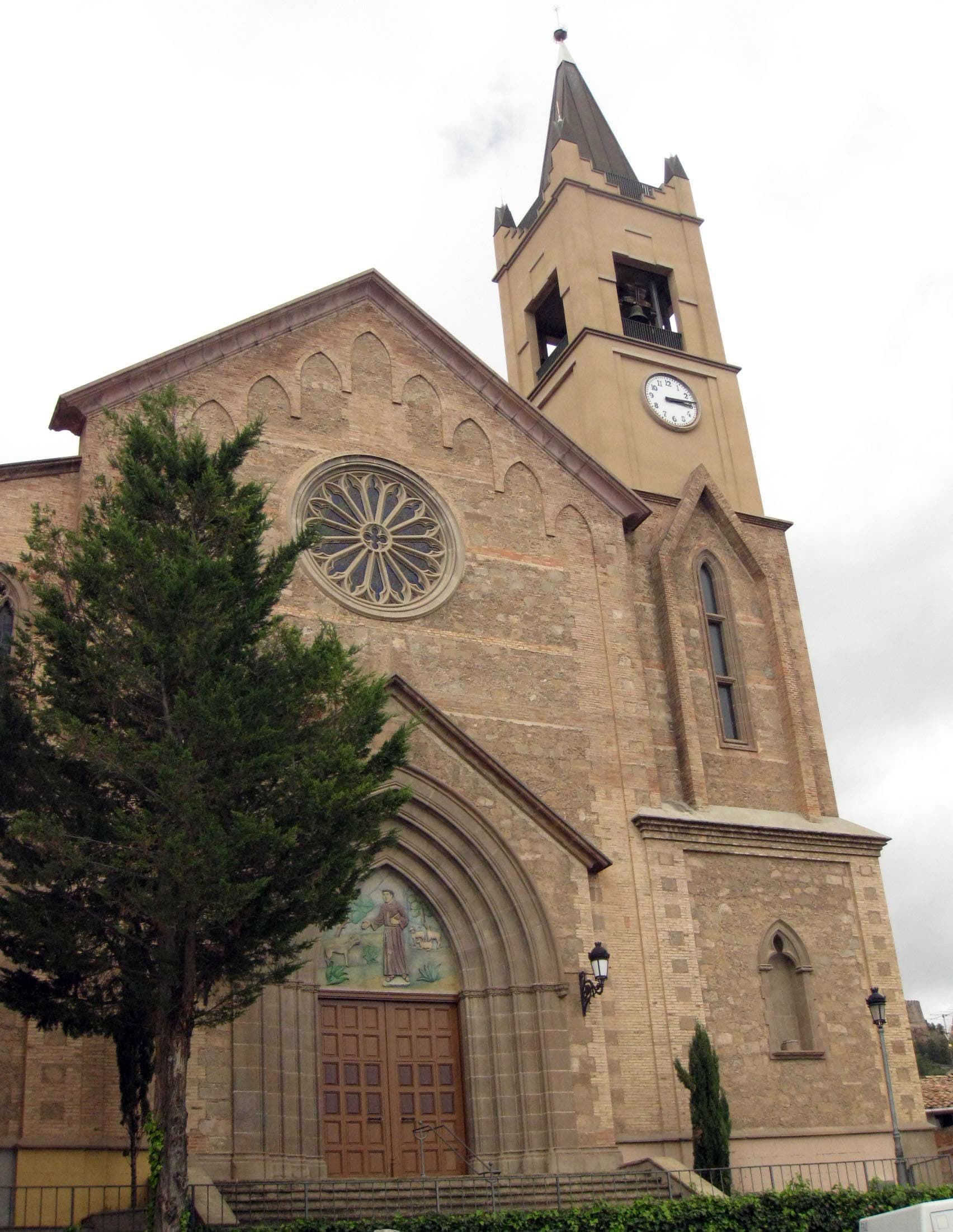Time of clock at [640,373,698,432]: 3:13
